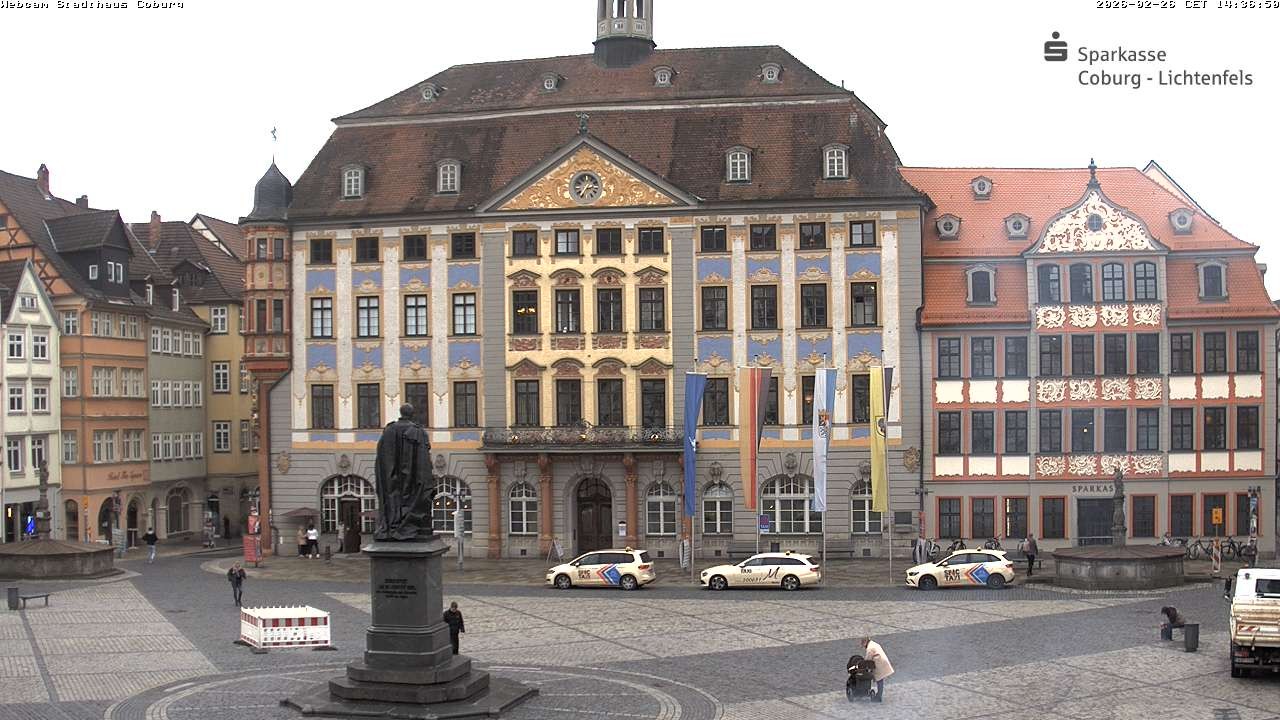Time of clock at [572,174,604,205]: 2:35
